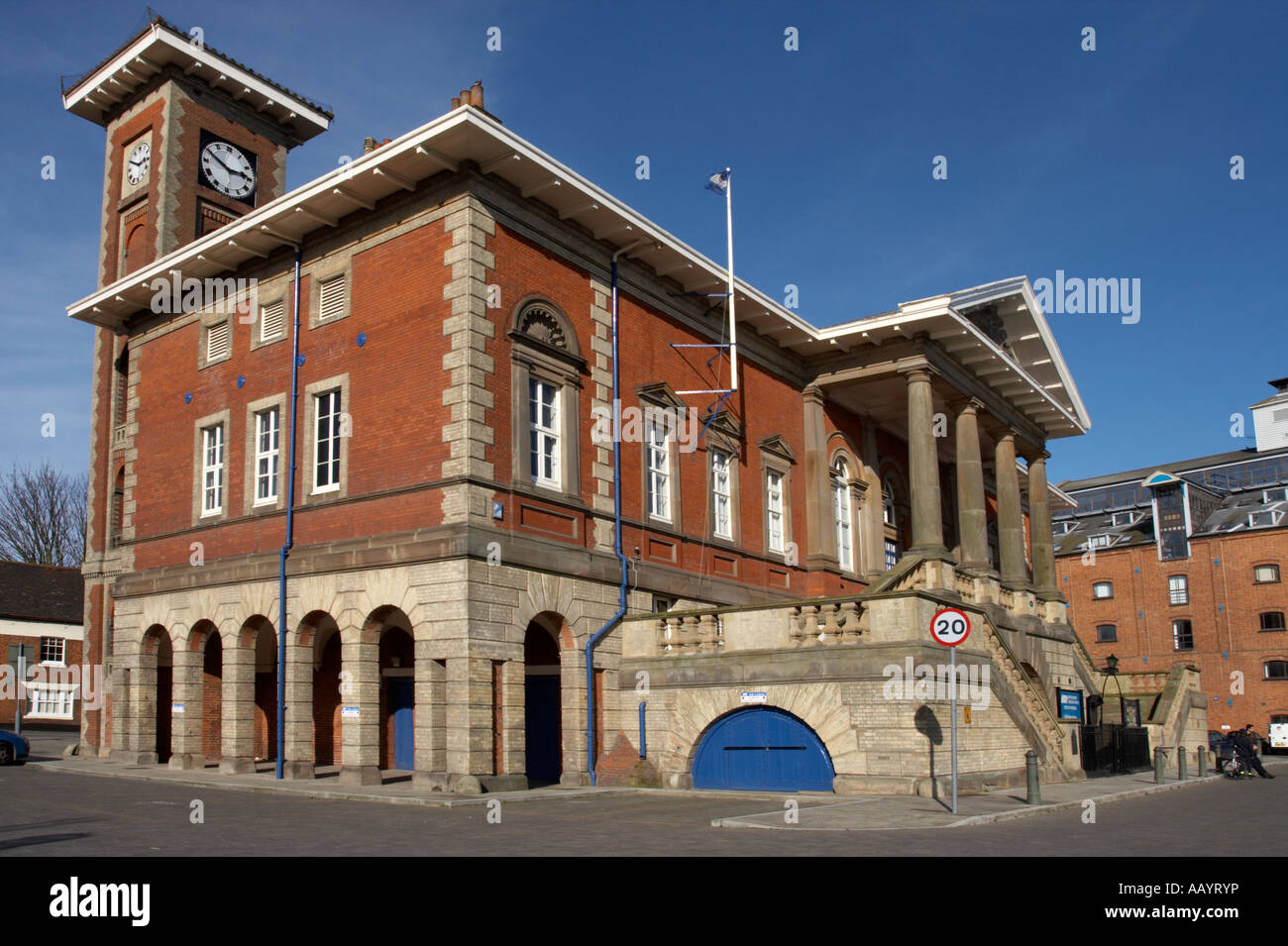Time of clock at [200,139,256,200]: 2:49
